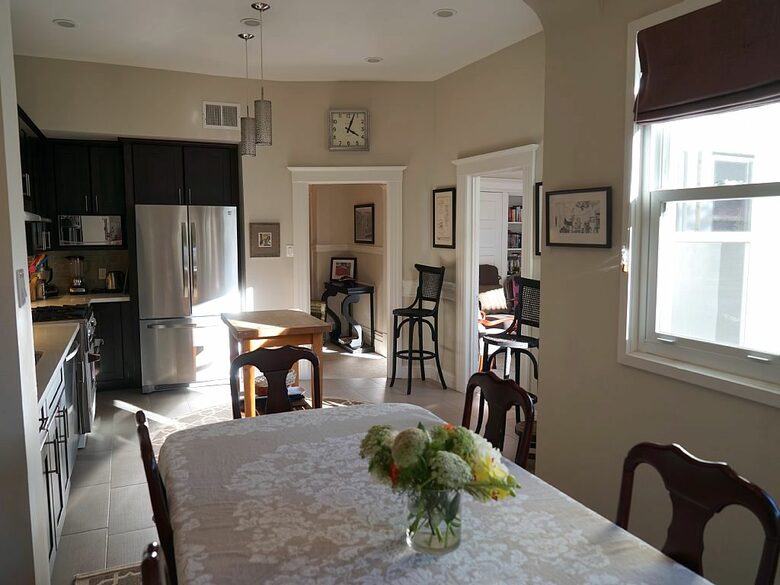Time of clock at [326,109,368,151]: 4:03
